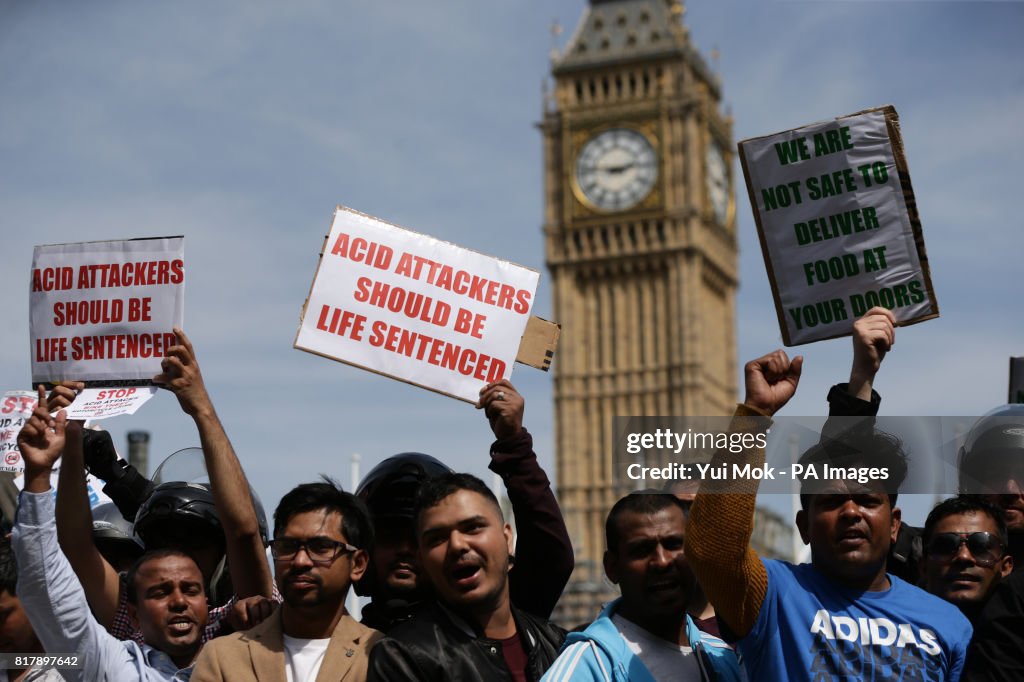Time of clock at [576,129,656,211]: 2:46
